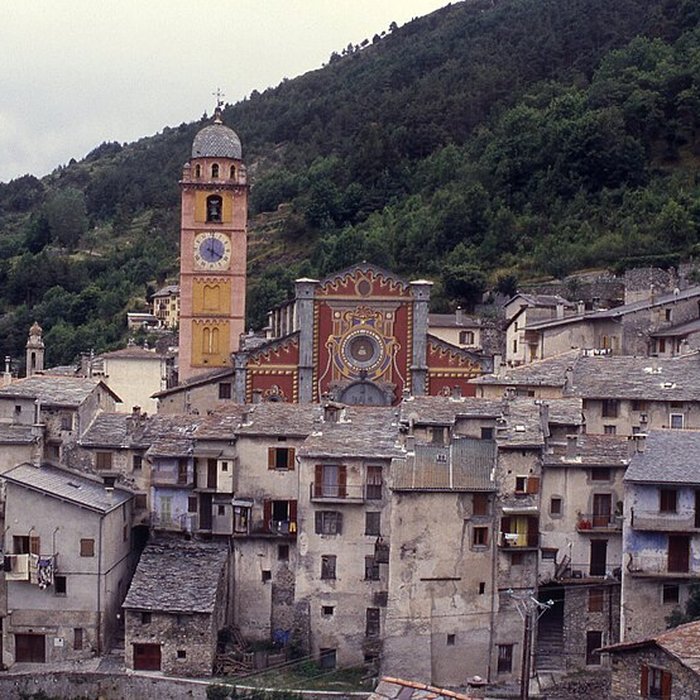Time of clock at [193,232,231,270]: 4:01
